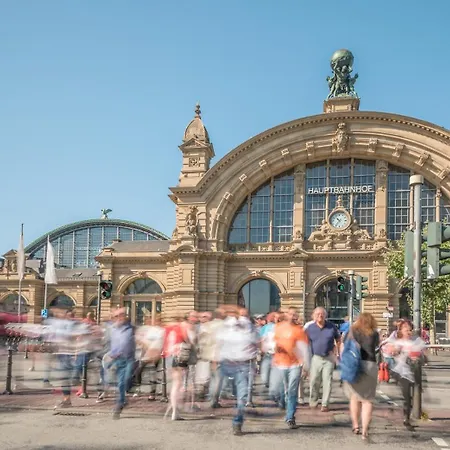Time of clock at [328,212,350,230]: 10:36
